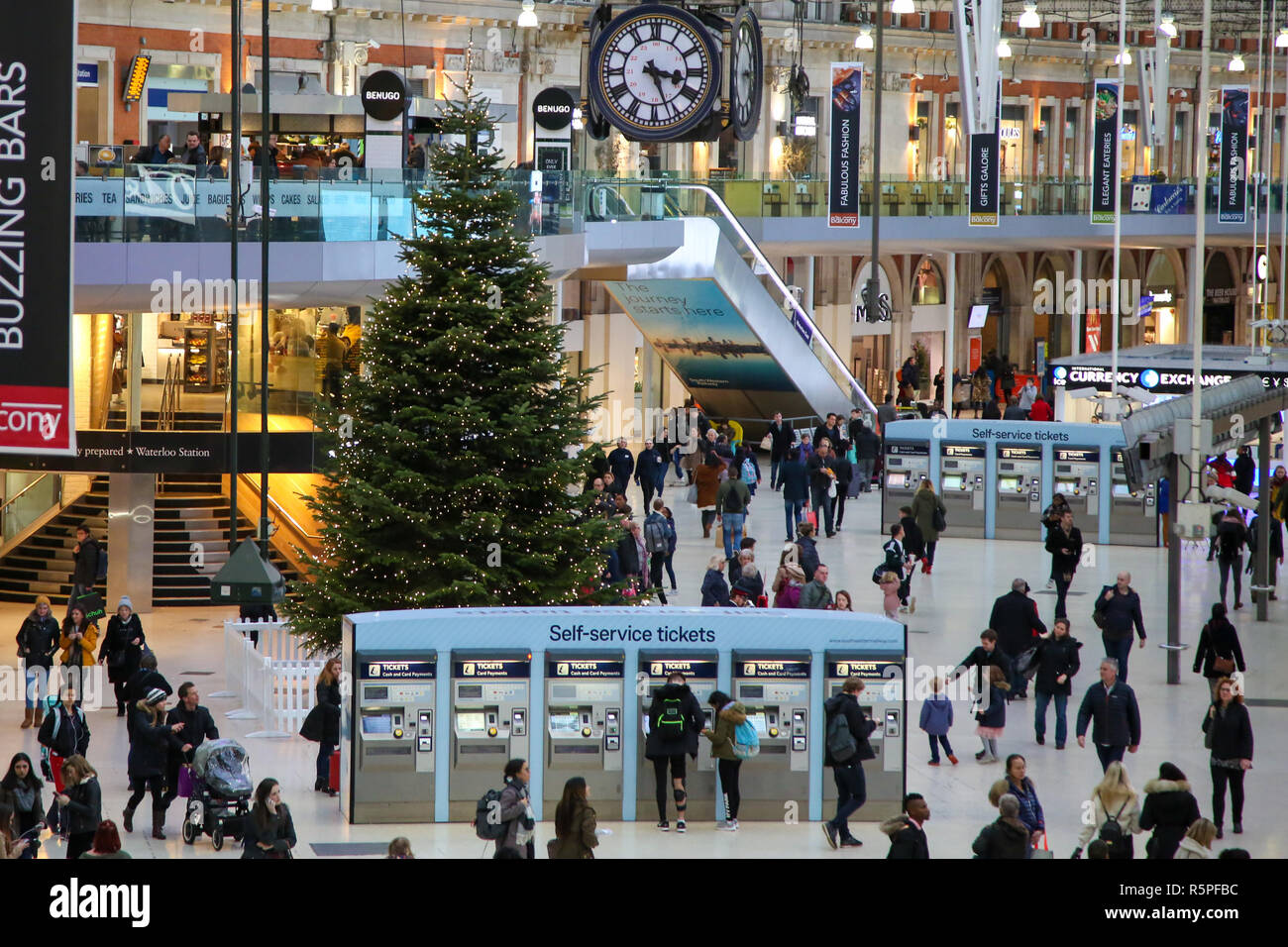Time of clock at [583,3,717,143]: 3:26
